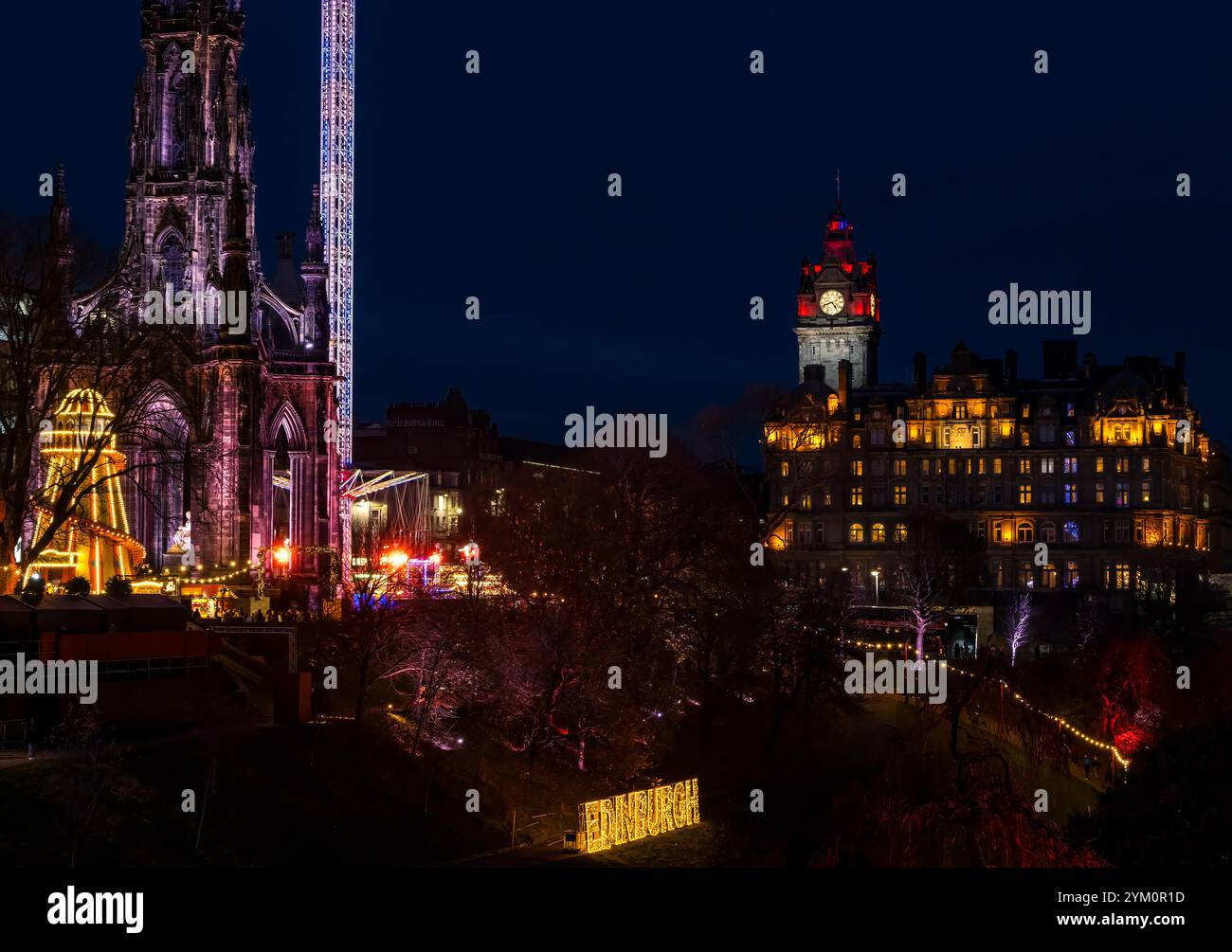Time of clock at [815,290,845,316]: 4:42
